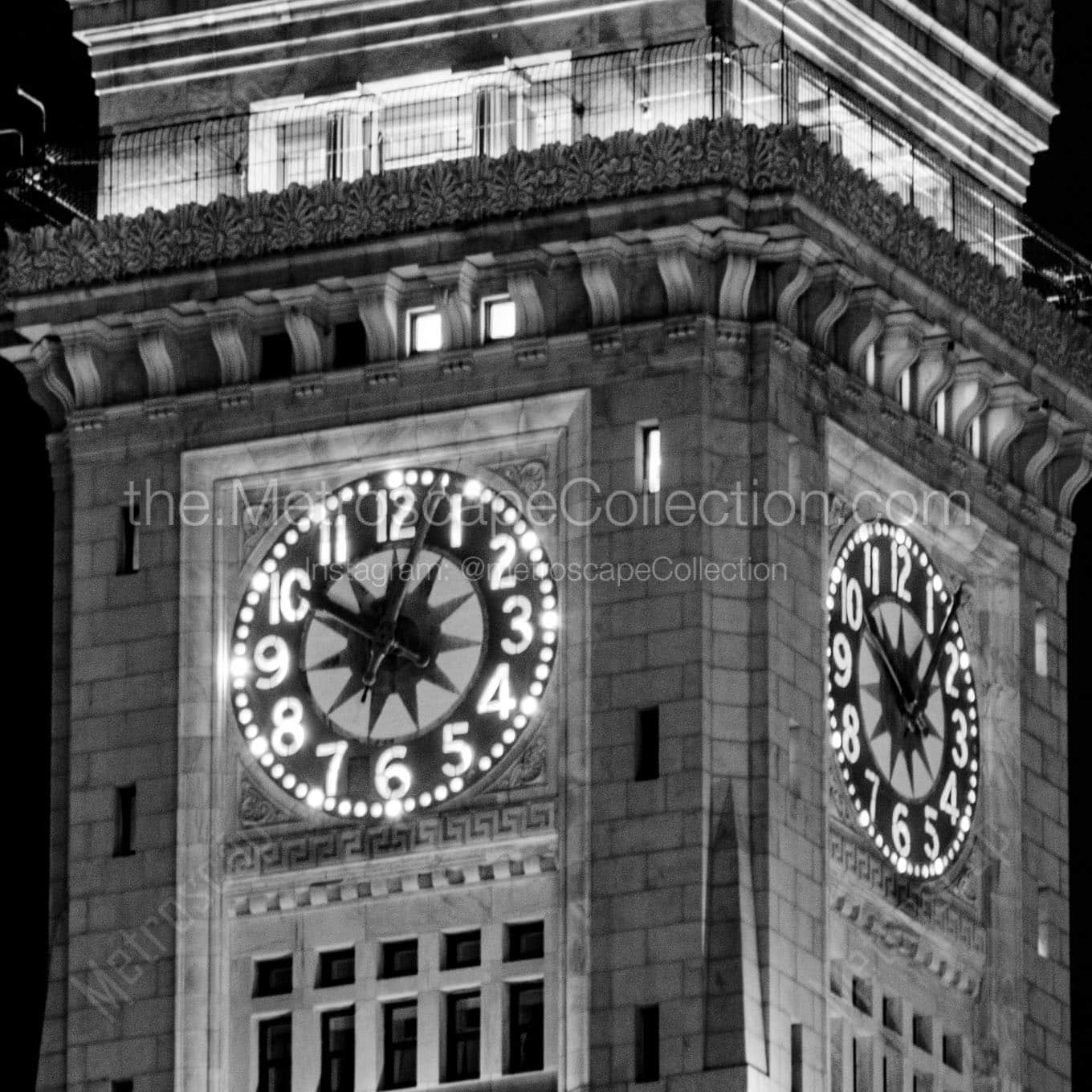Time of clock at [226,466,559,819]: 12:51
